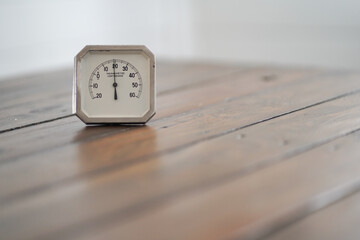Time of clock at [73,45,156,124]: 5:59
